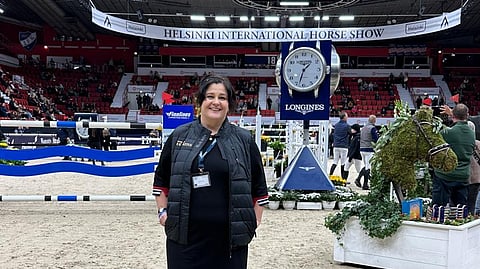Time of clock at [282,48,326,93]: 1:33
